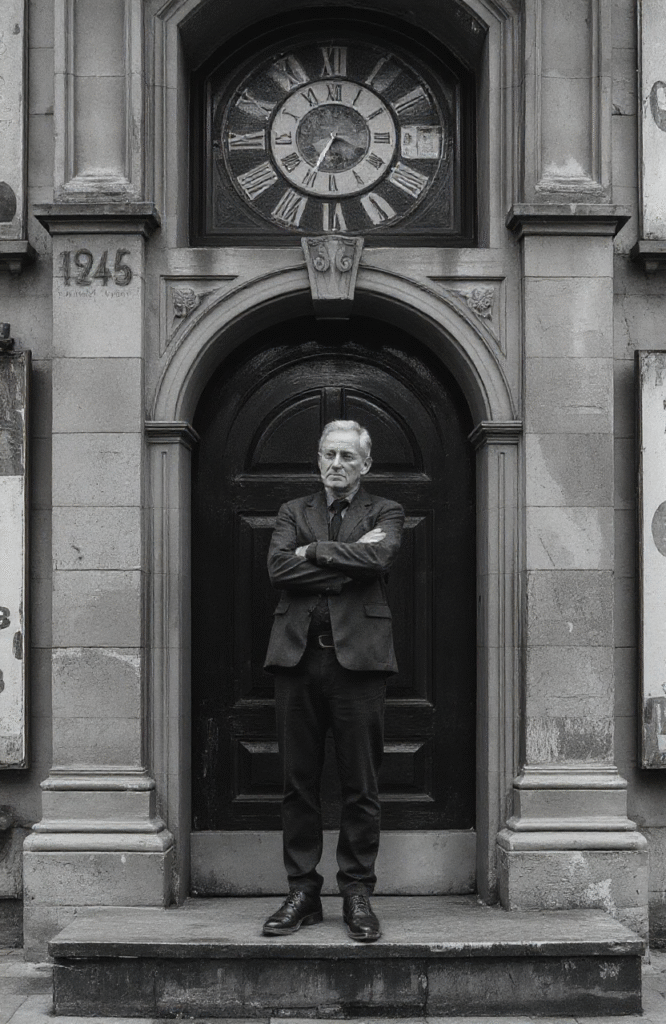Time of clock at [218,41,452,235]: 3:34
